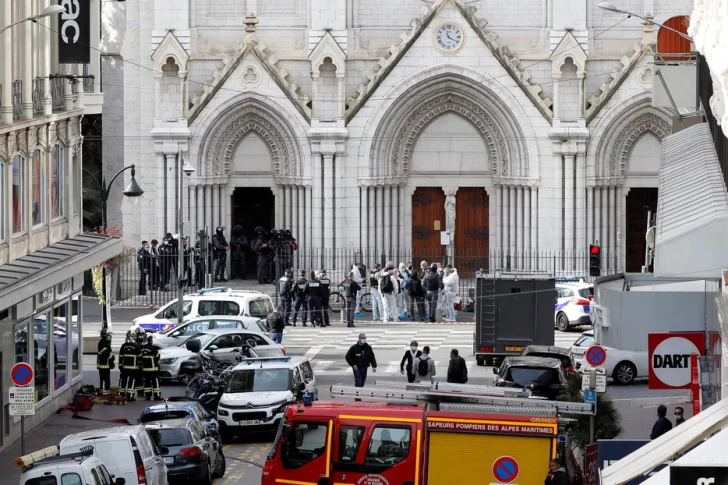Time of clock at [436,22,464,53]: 11:19
